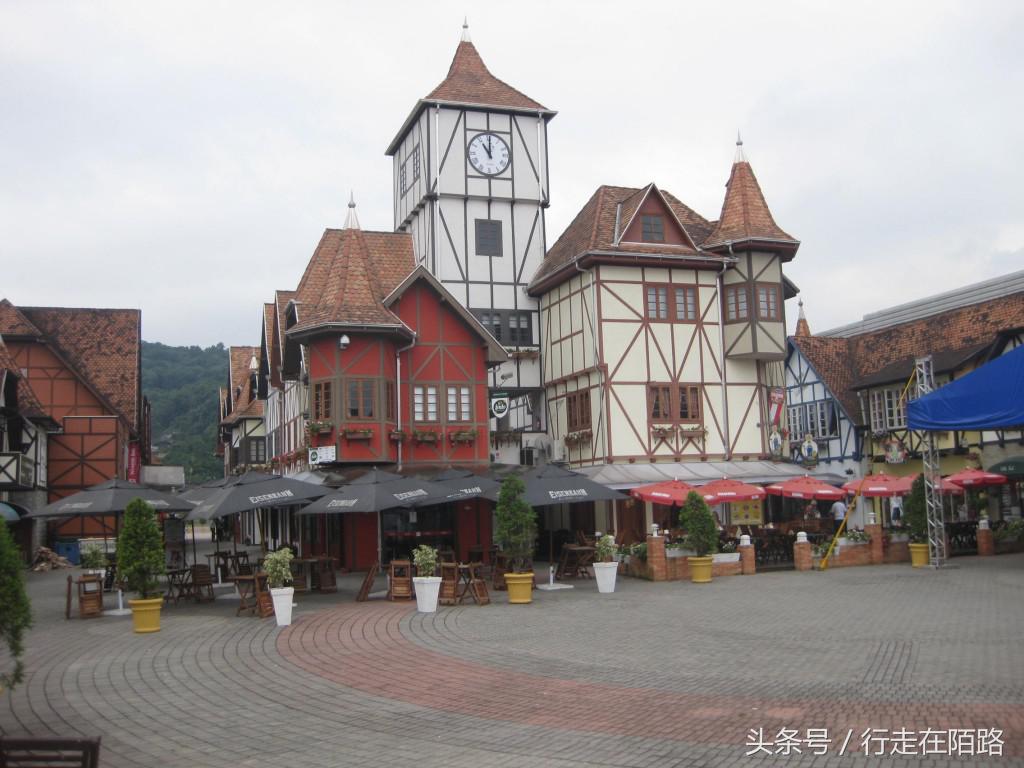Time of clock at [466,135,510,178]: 11:00
